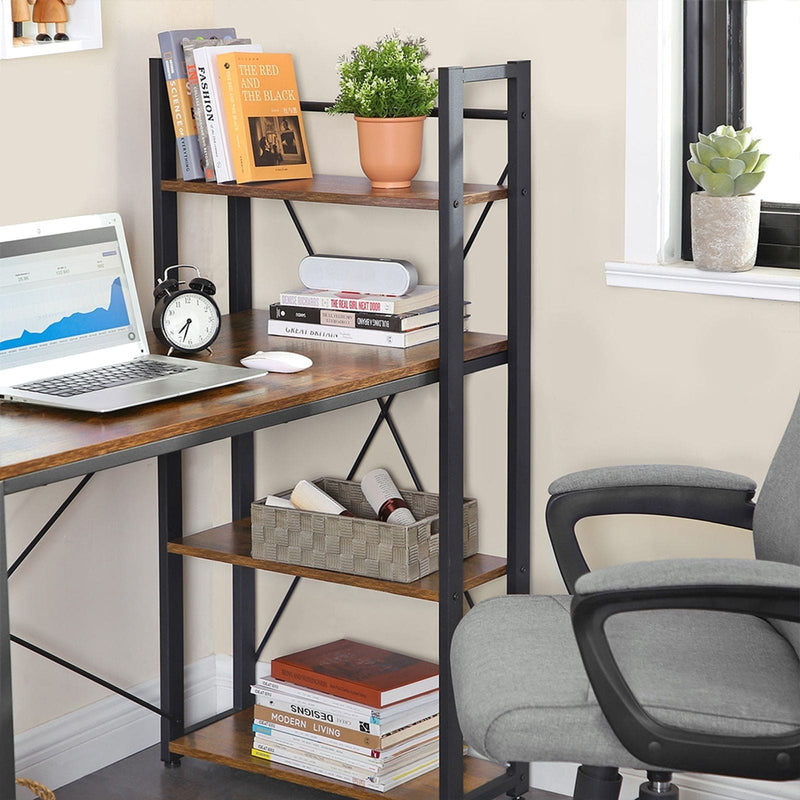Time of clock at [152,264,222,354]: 7:33
